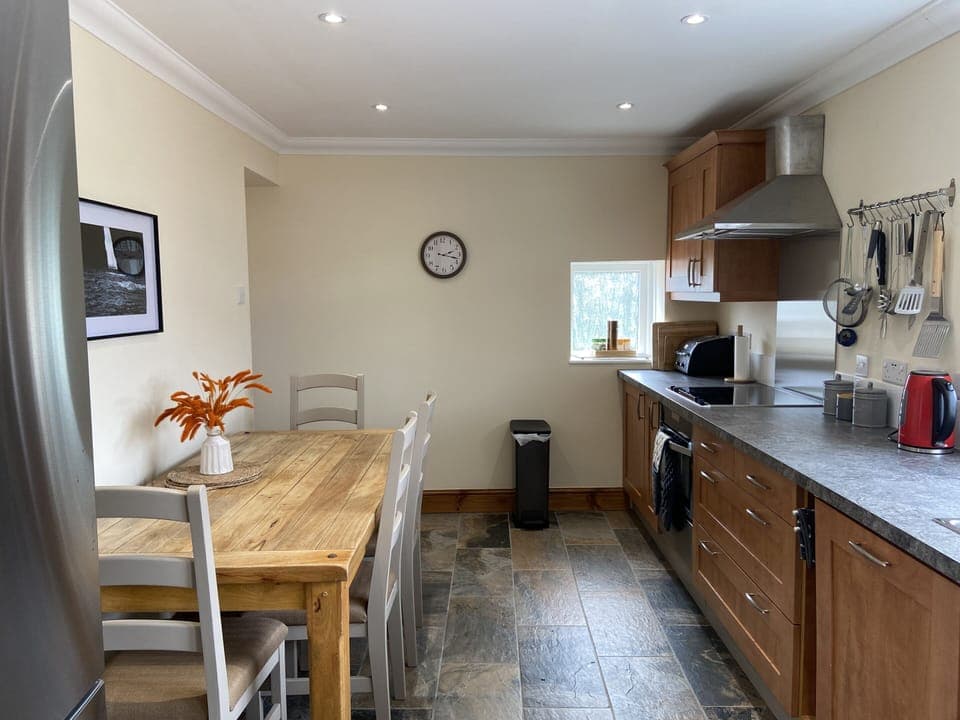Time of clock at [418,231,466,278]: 2:18
